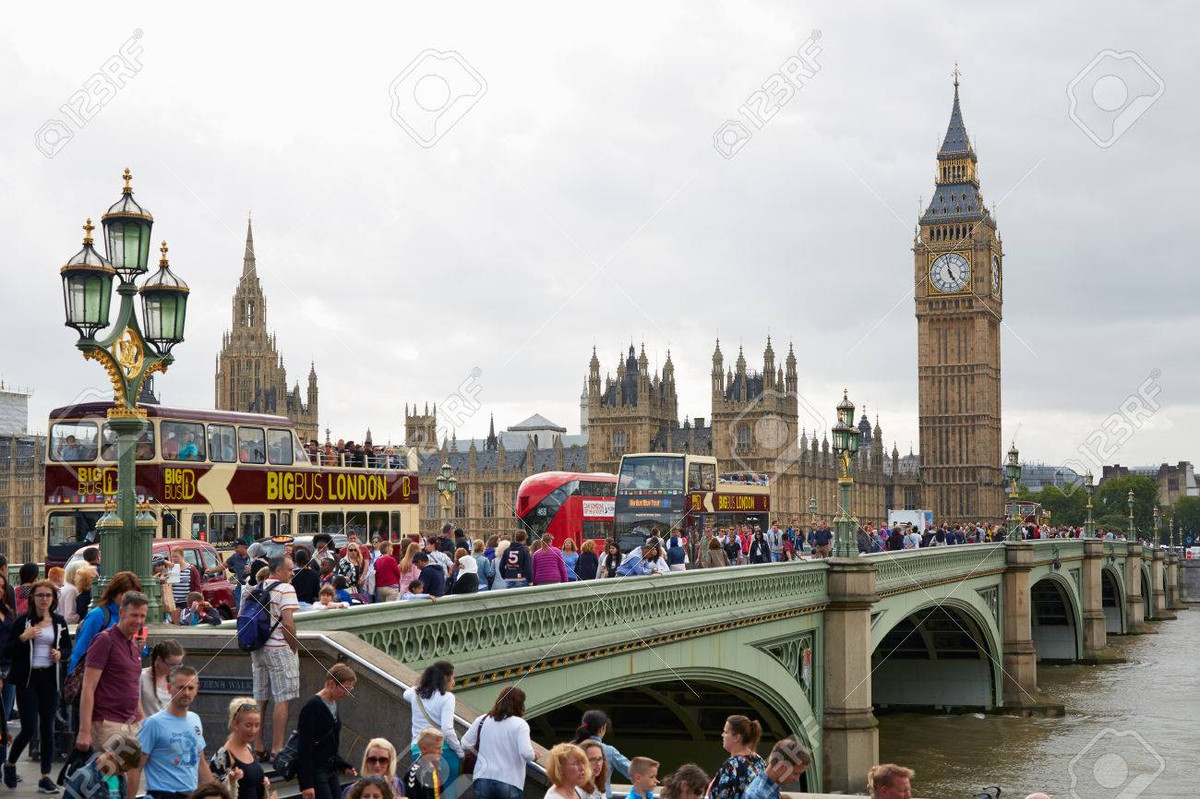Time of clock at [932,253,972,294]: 4:57
